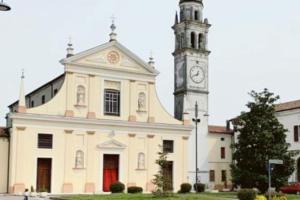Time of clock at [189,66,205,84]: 12:41
